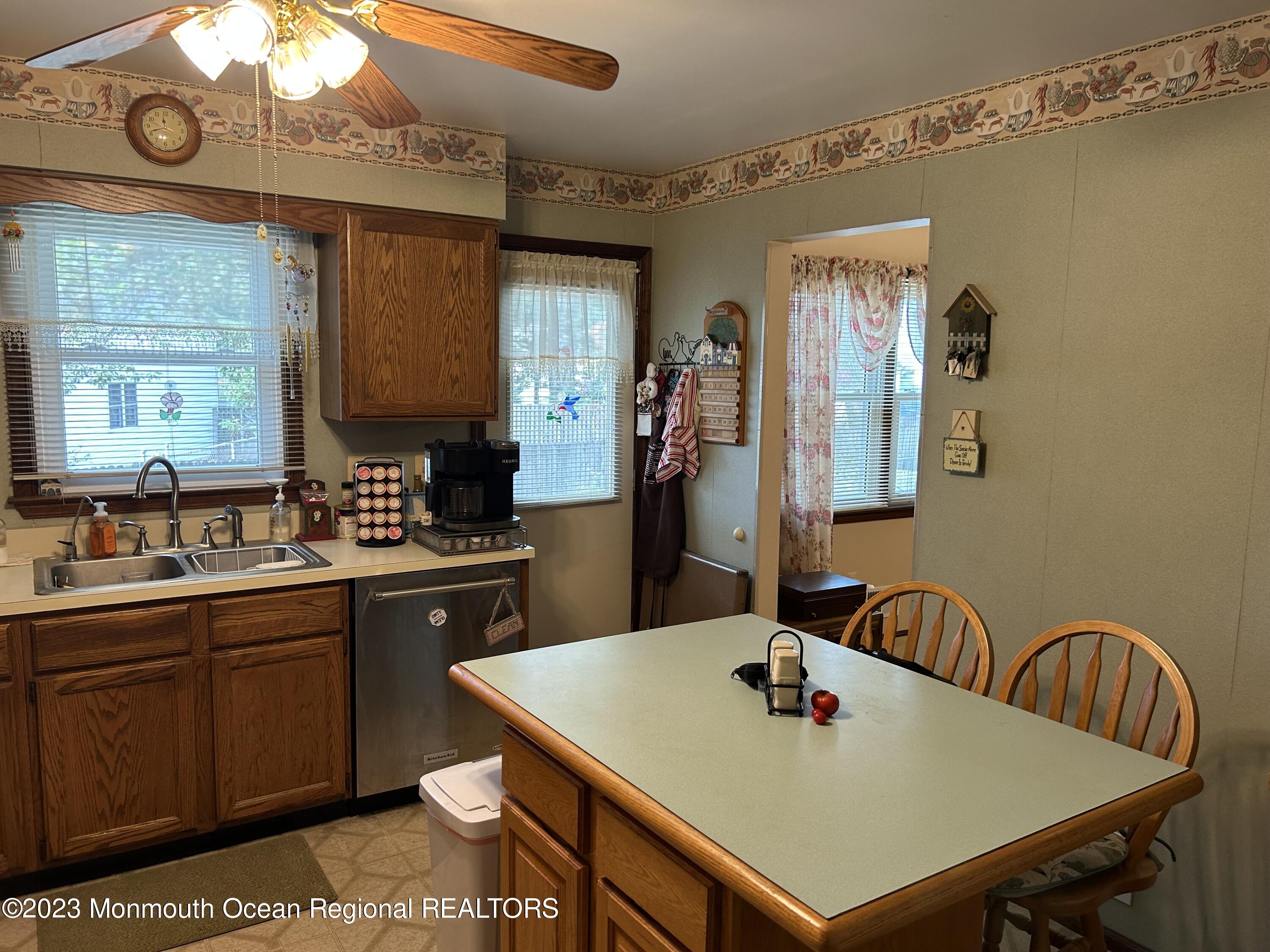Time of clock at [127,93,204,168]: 11:41
